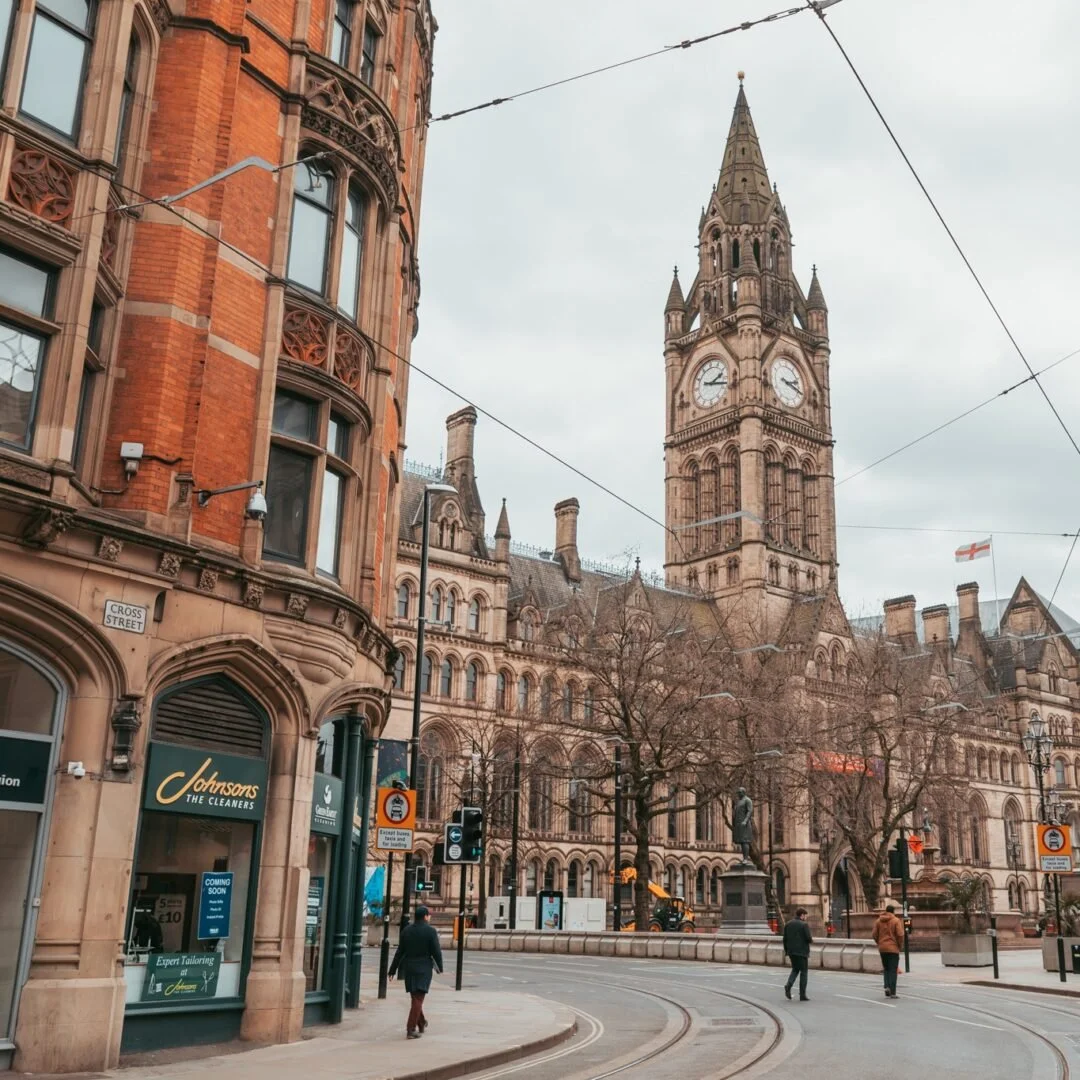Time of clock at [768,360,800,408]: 2:18
